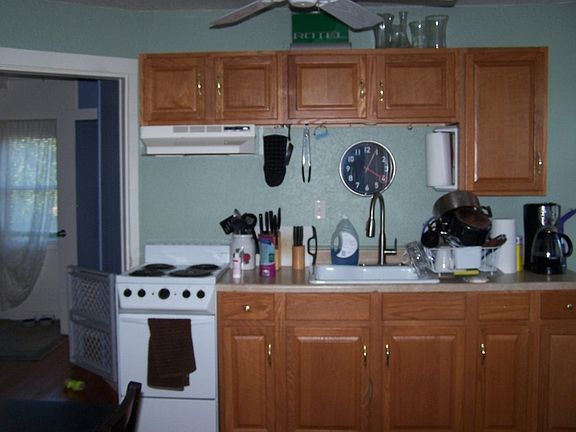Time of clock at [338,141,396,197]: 4:04
